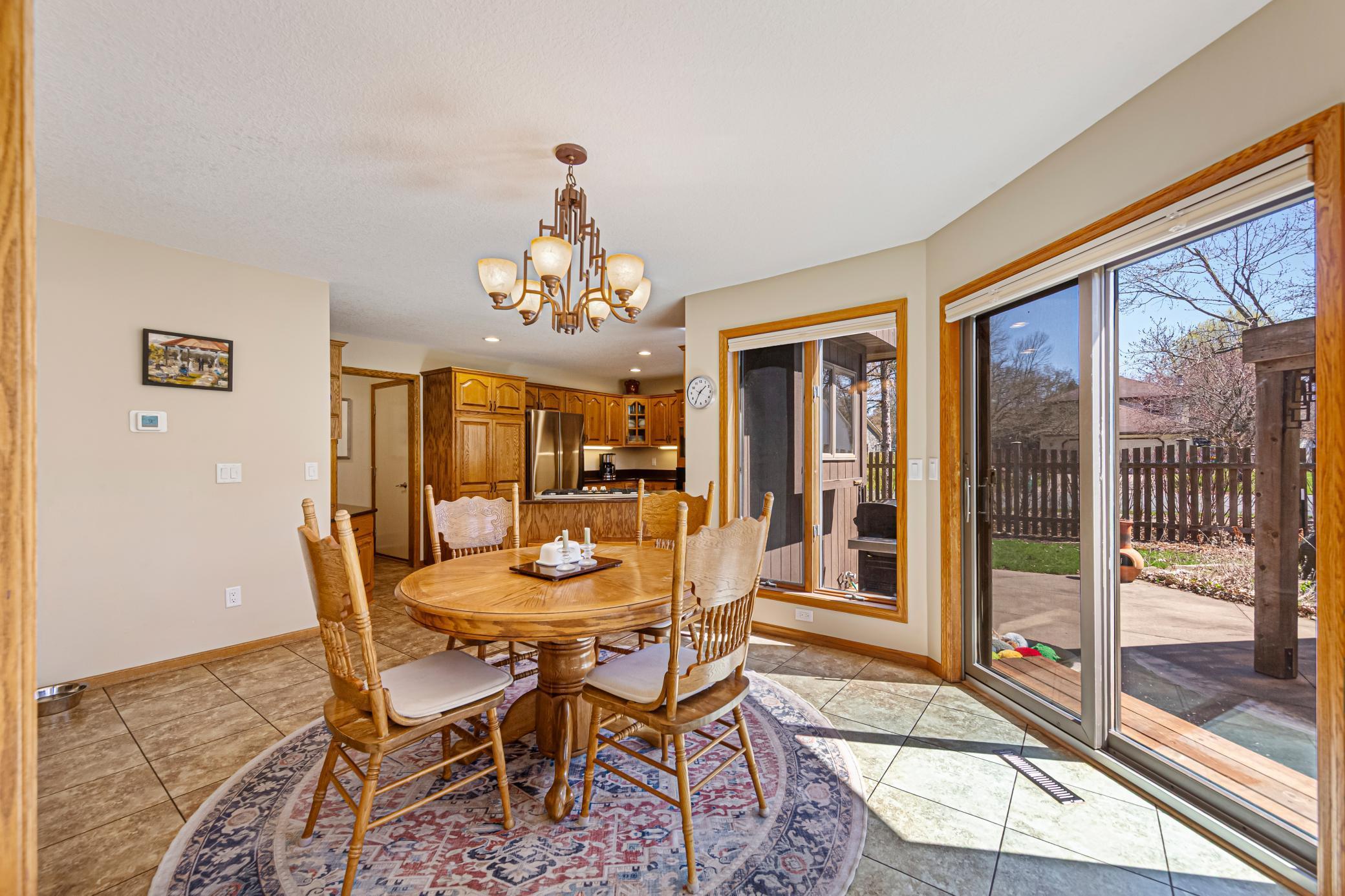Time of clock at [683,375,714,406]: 1:35
